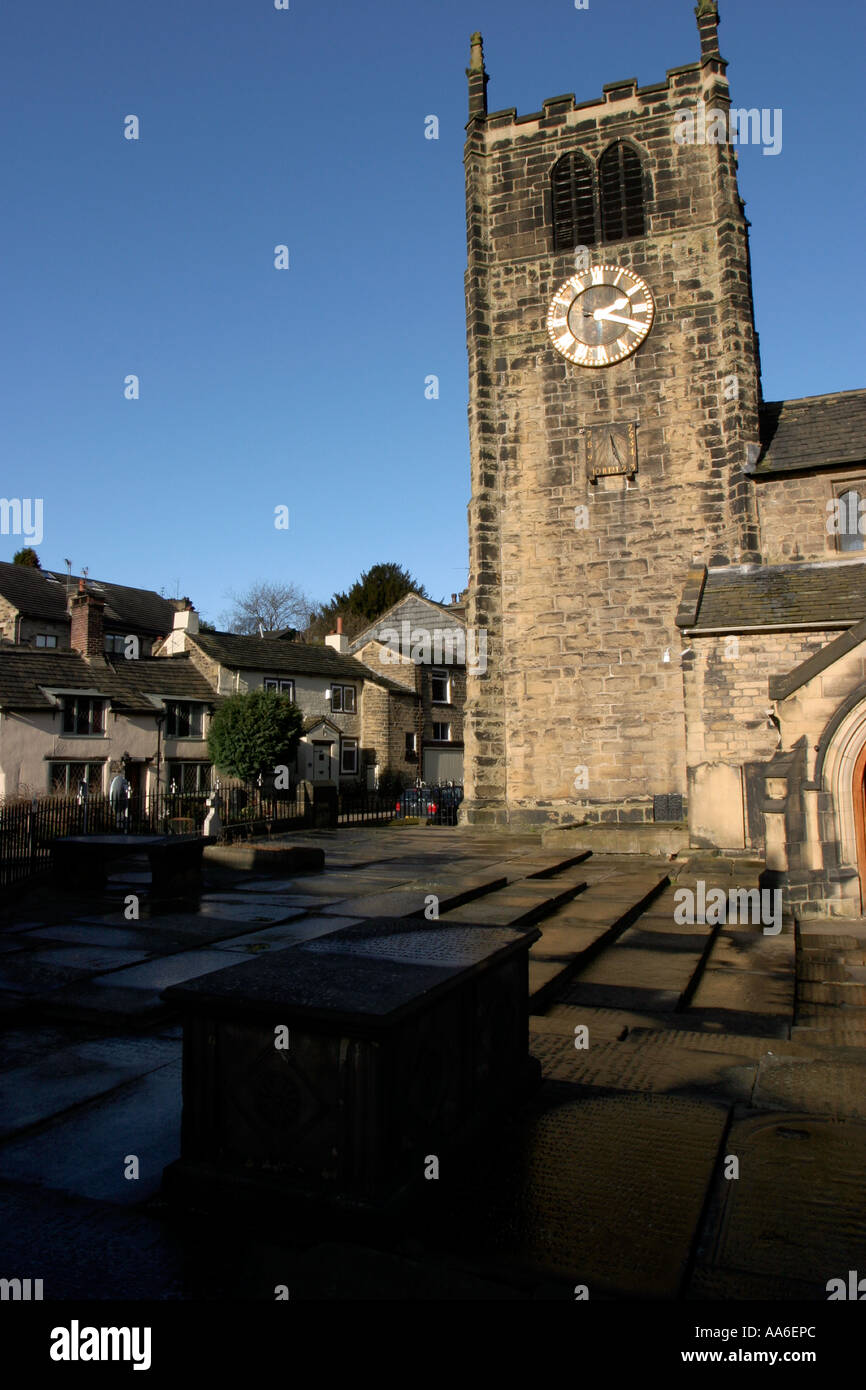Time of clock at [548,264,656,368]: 2:18
